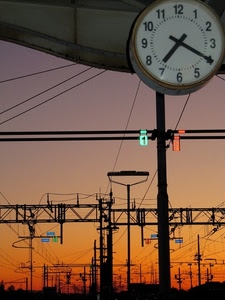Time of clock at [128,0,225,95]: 7:19
